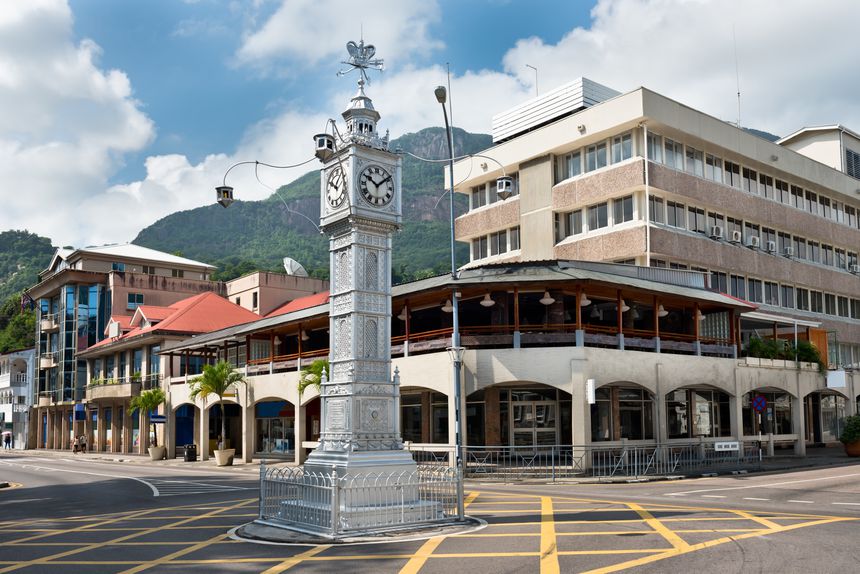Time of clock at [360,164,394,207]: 10:08
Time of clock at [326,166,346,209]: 10:07
